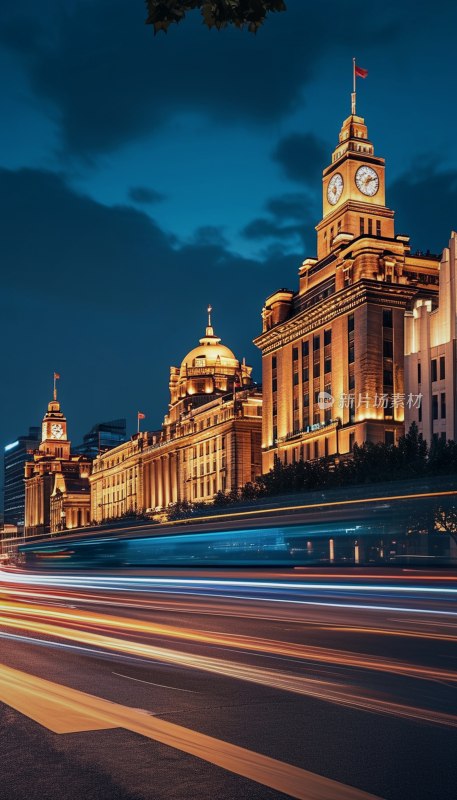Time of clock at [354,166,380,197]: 1:11
